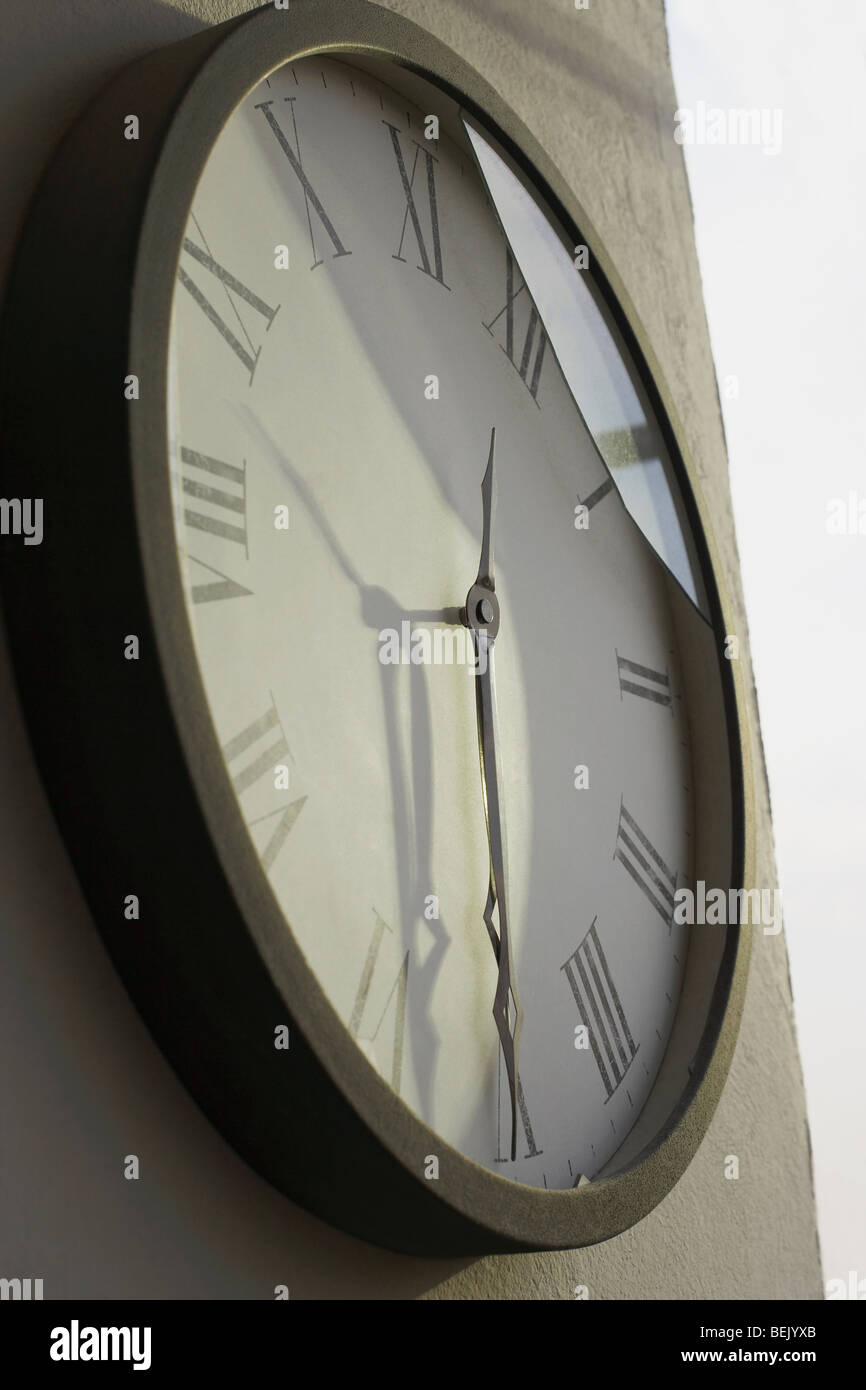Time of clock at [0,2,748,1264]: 8:30
